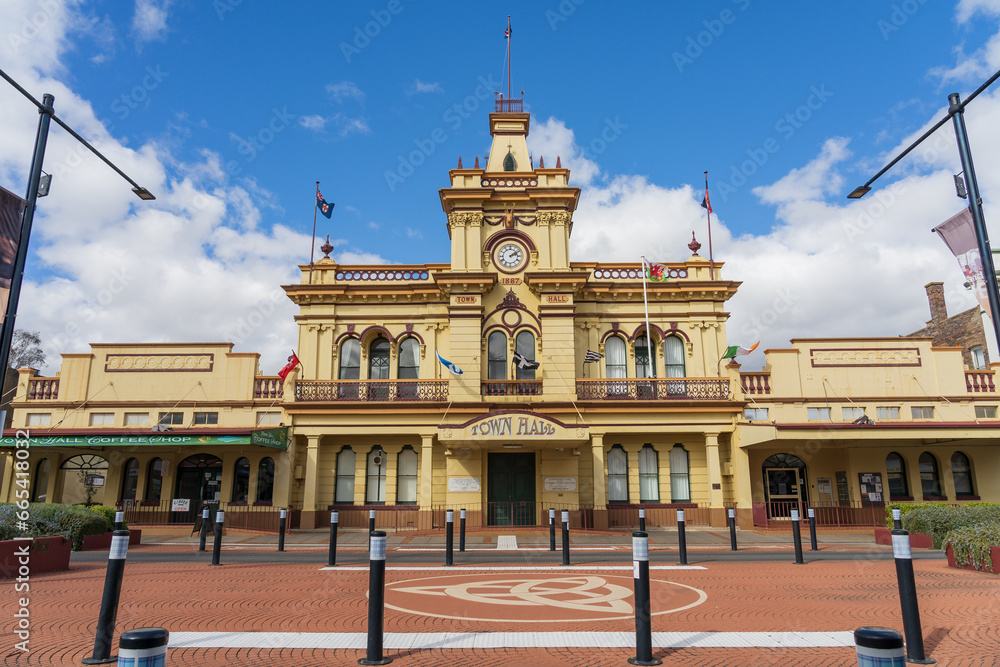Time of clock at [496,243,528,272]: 2:09
